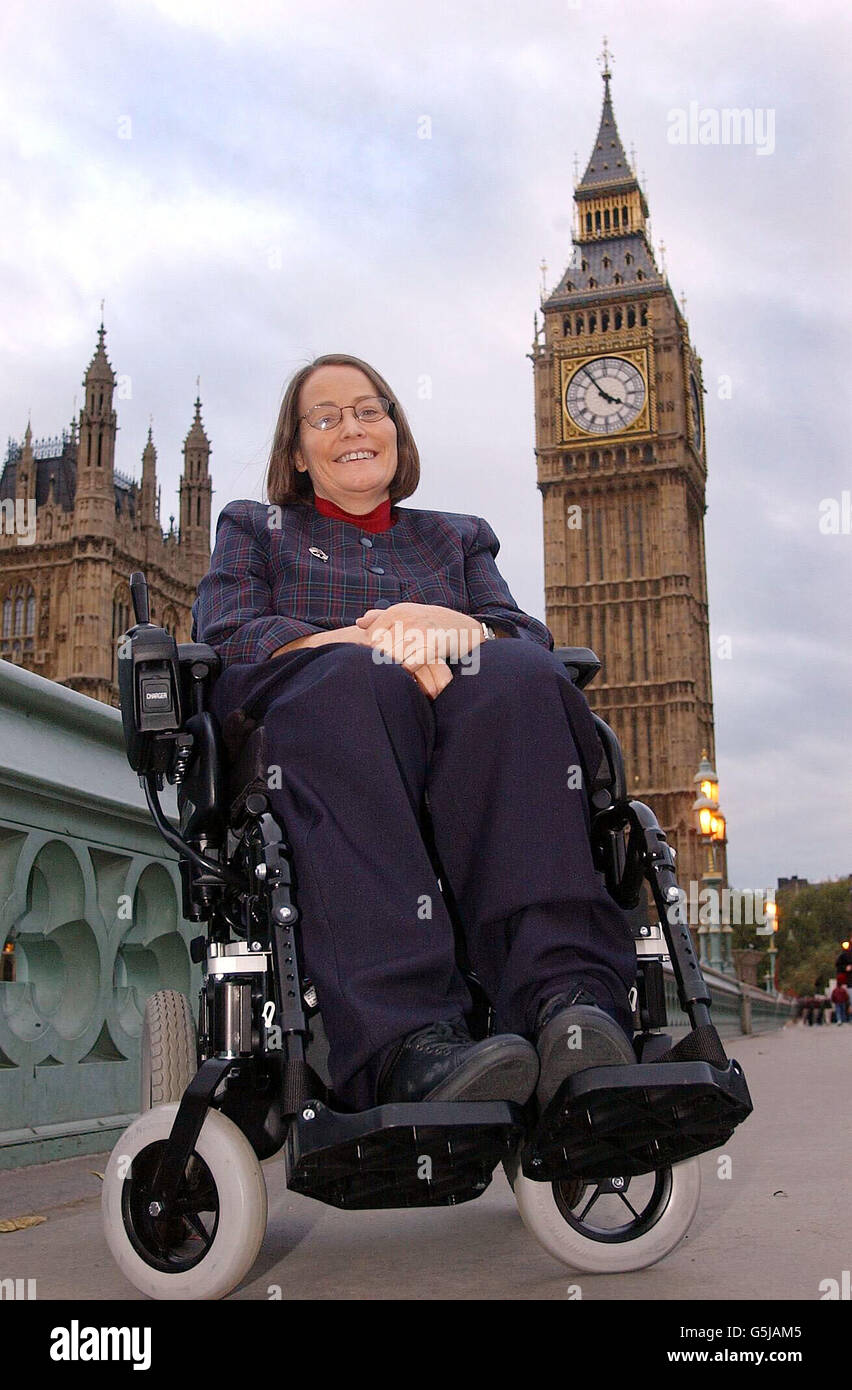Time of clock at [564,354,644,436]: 3:54
